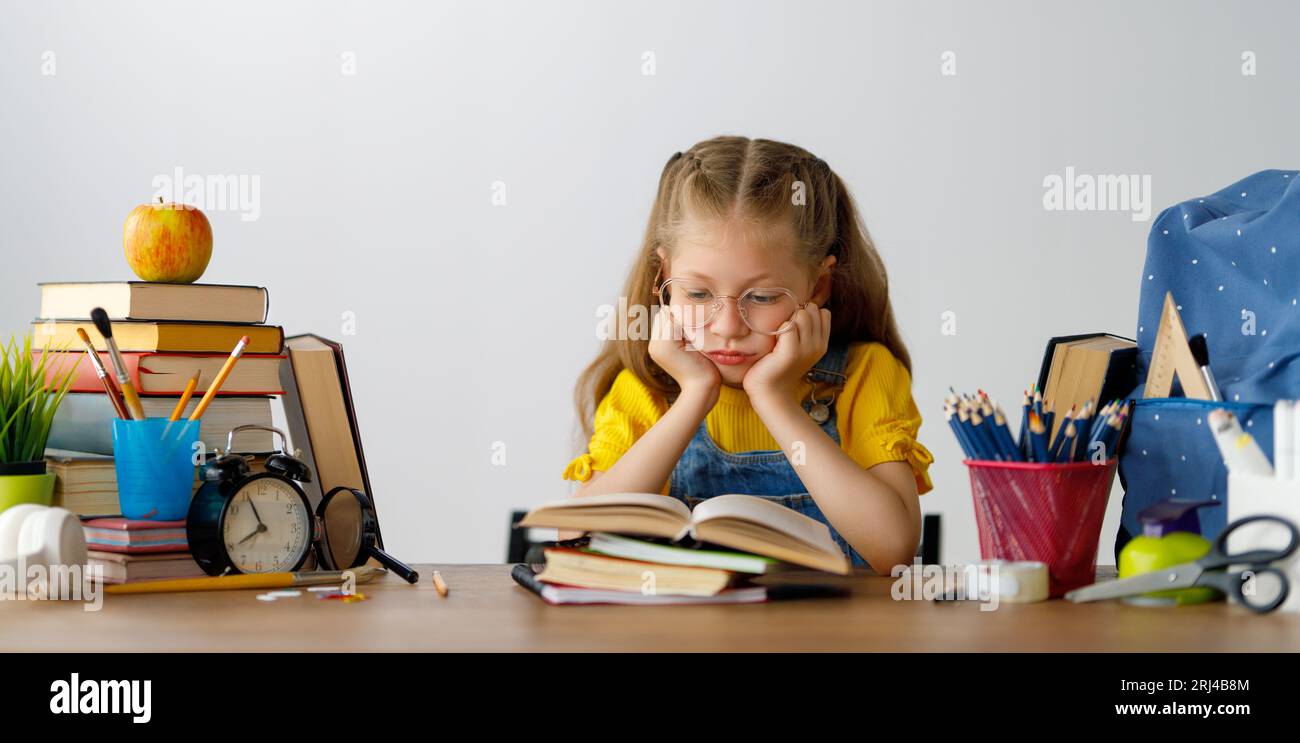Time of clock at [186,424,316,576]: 7:55
